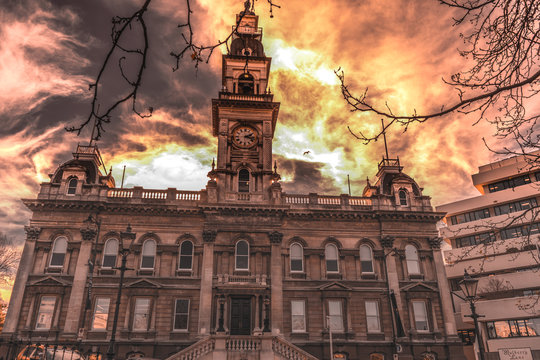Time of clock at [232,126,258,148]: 2:18
